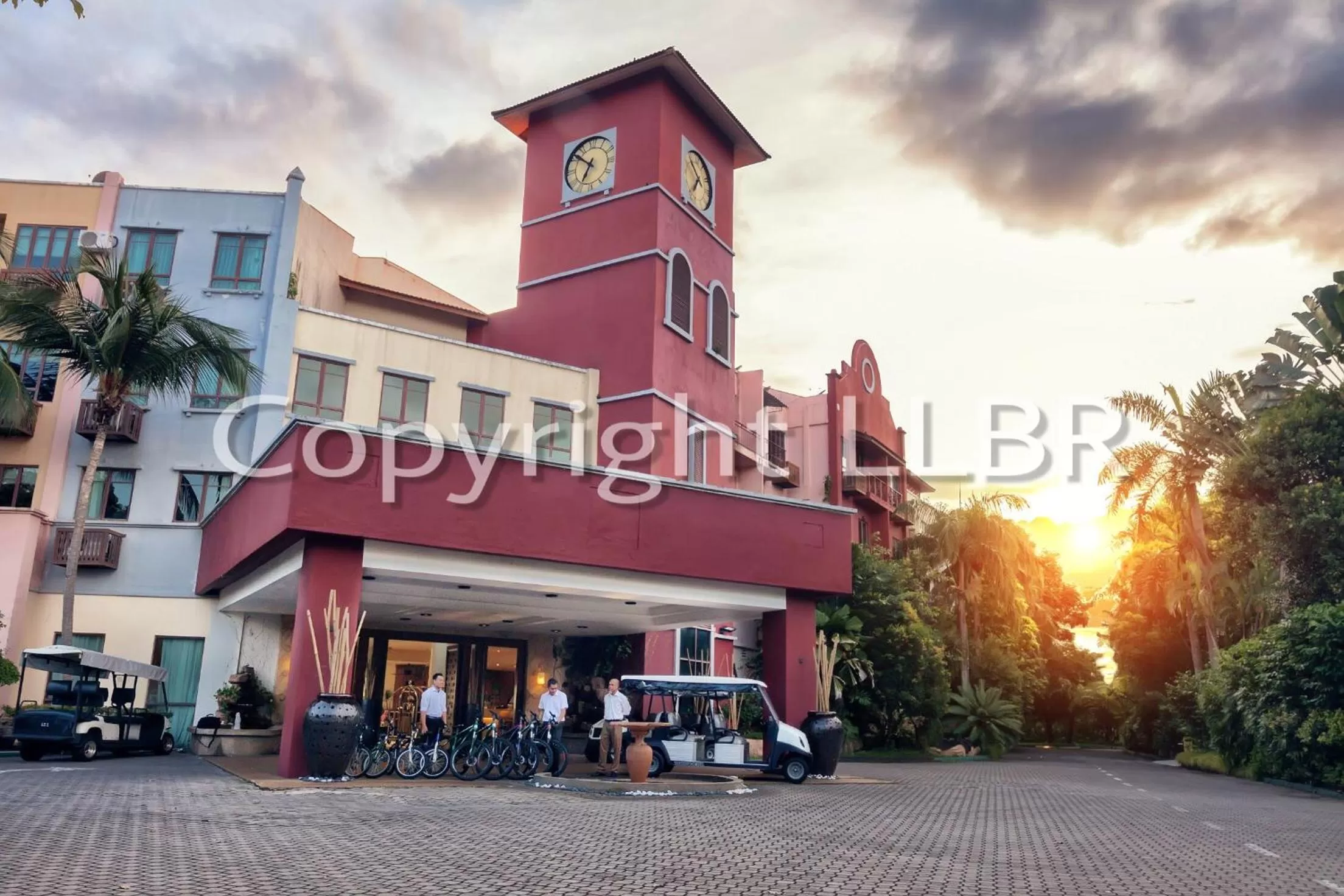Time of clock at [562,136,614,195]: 6:51
